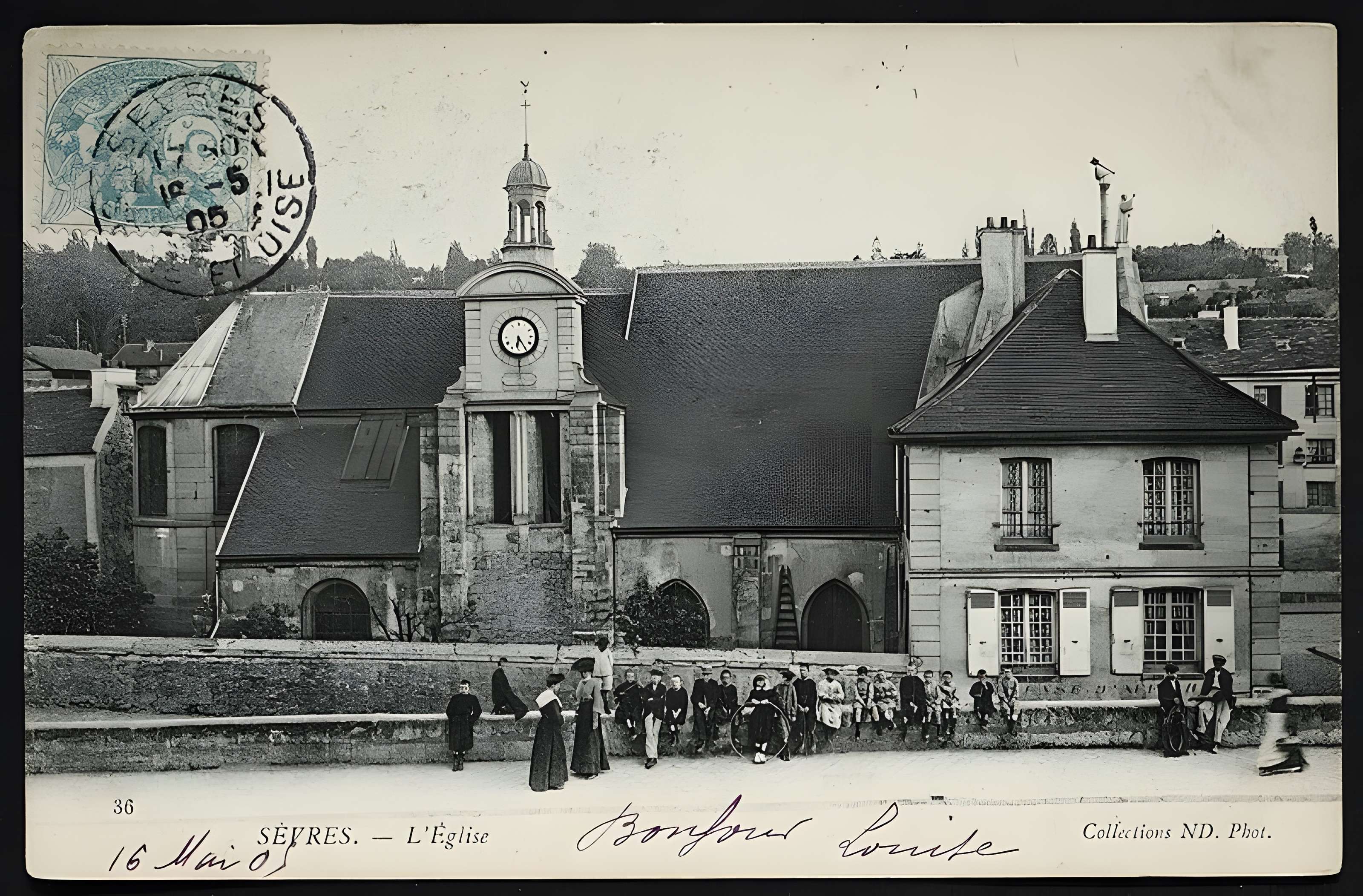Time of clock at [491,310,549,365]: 6:24
